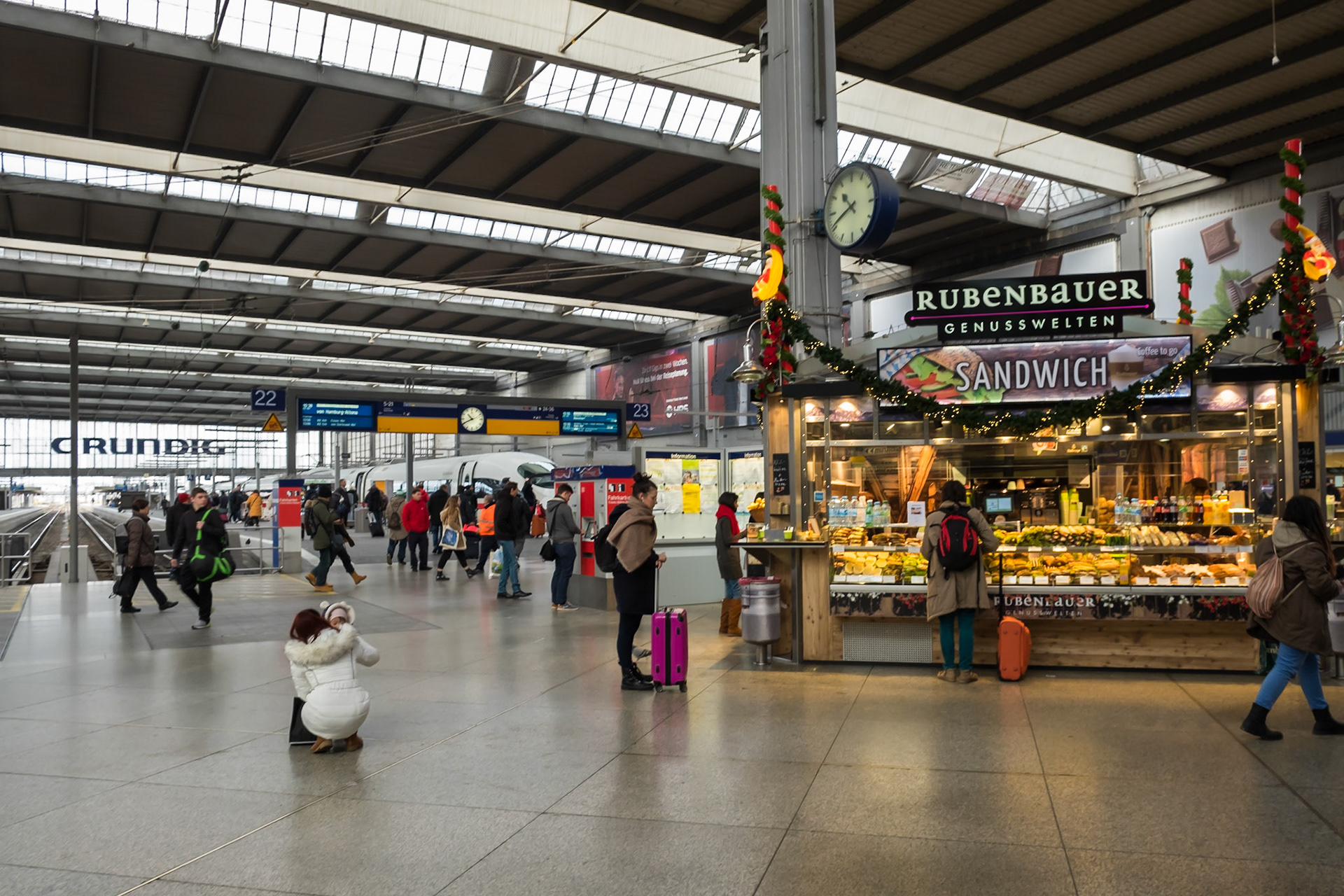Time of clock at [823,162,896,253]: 10:41
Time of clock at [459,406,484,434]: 10:40
